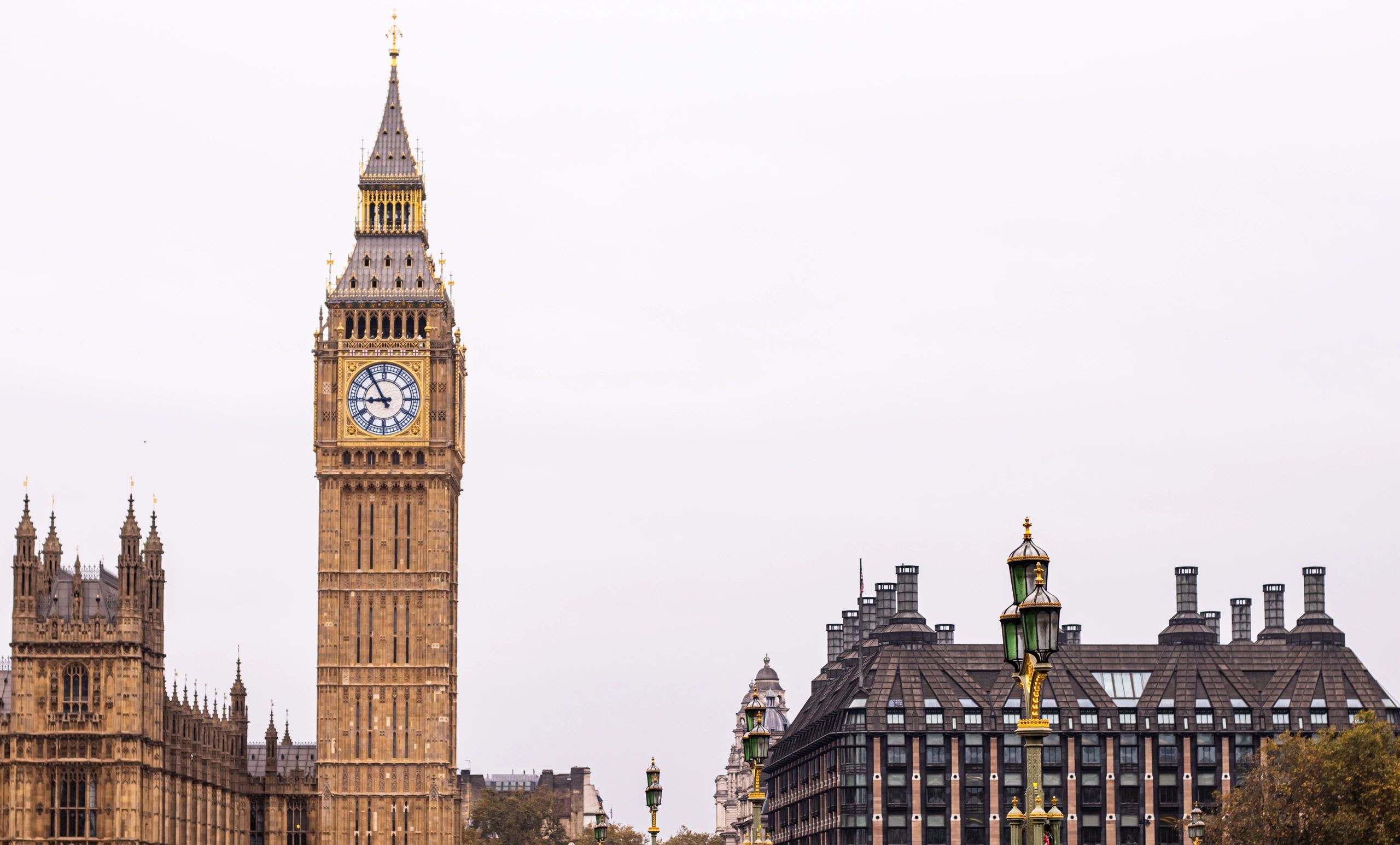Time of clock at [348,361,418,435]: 8:54
